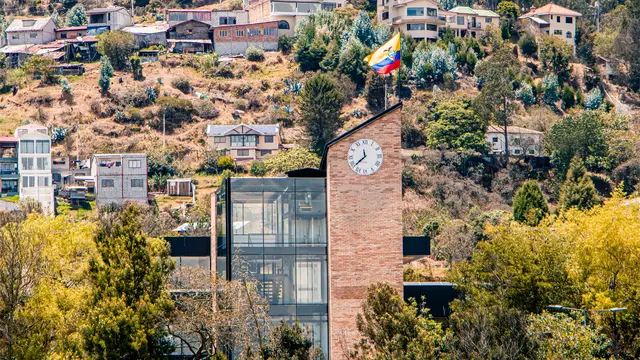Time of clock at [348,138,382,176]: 11:38
